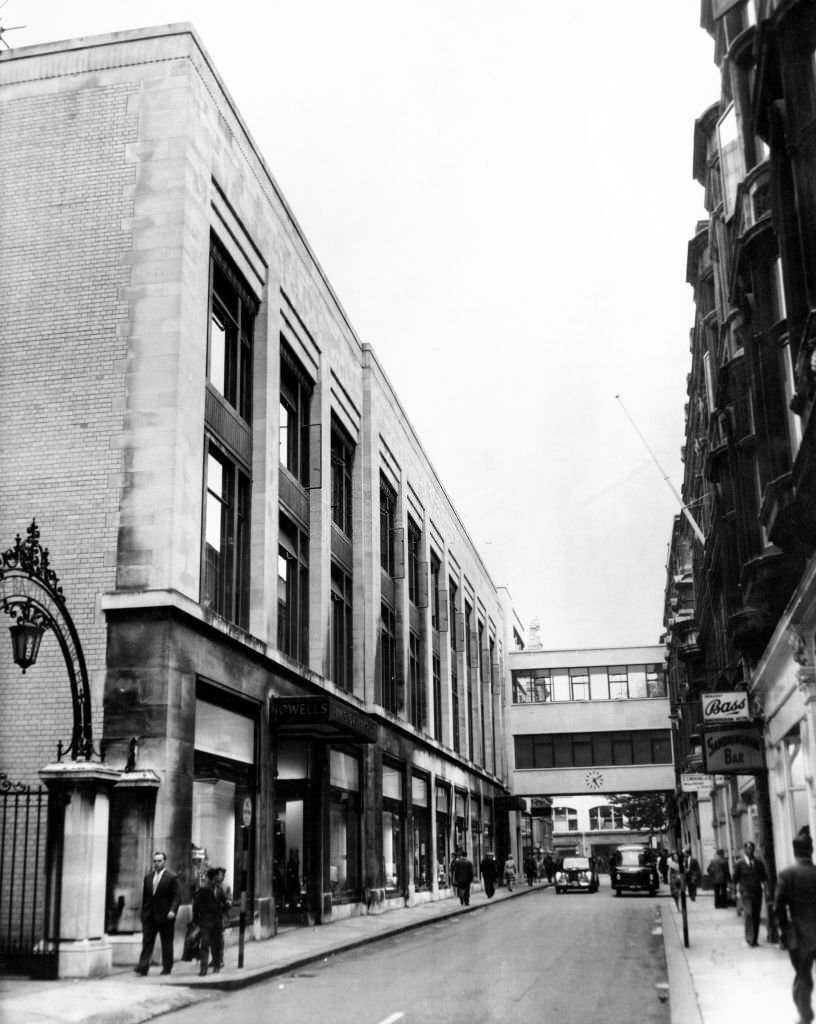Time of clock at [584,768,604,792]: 5:08
